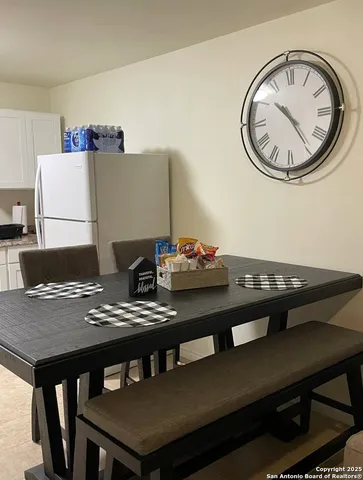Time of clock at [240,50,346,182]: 10:24
